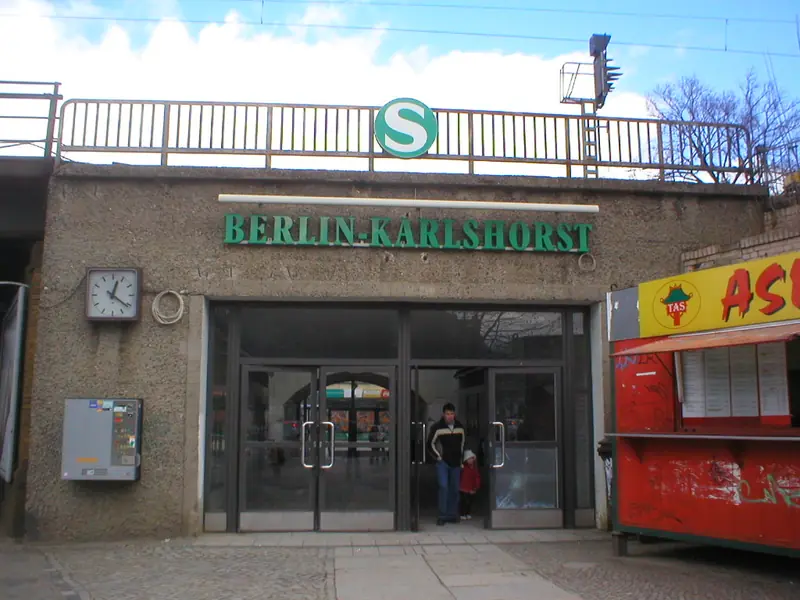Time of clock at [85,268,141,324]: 12:21
